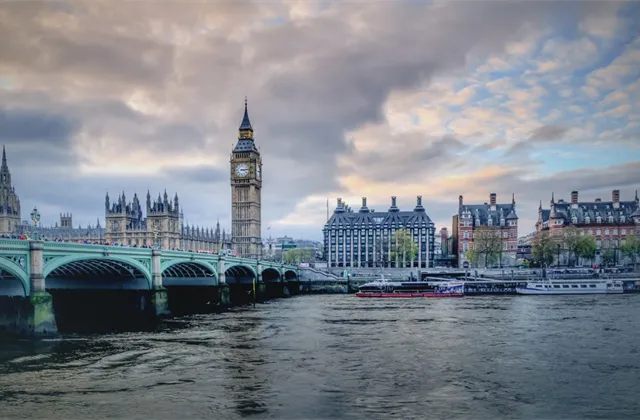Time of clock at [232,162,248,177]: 3:13
